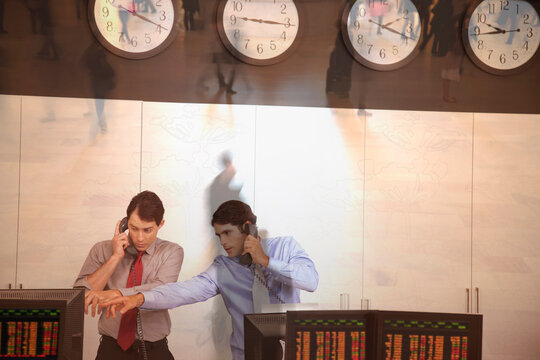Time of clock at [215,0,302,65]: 9:15
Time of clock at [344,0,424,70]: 2:18
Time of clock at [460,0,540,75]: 9:43
